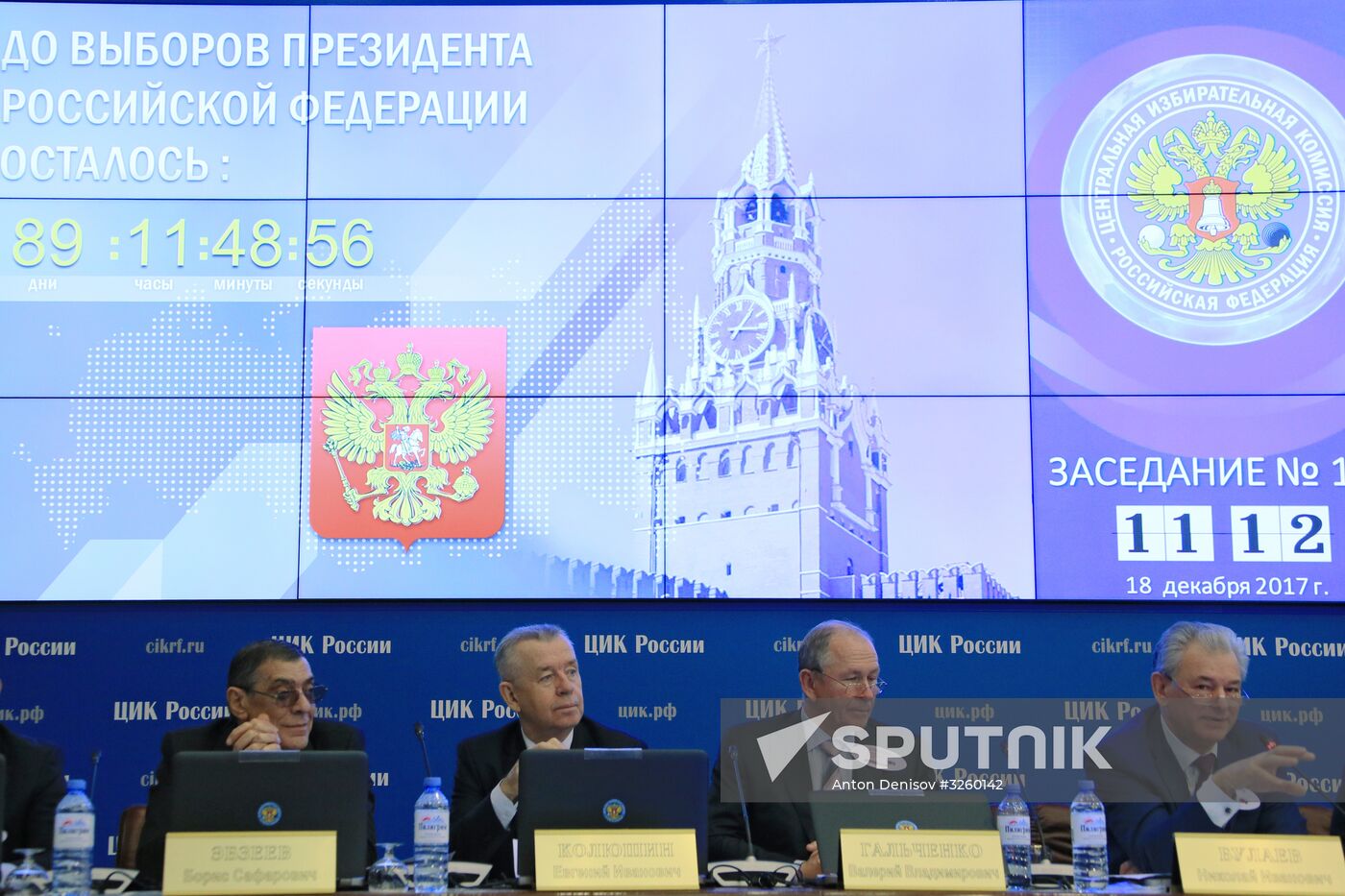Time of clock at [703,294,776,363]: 1:16
